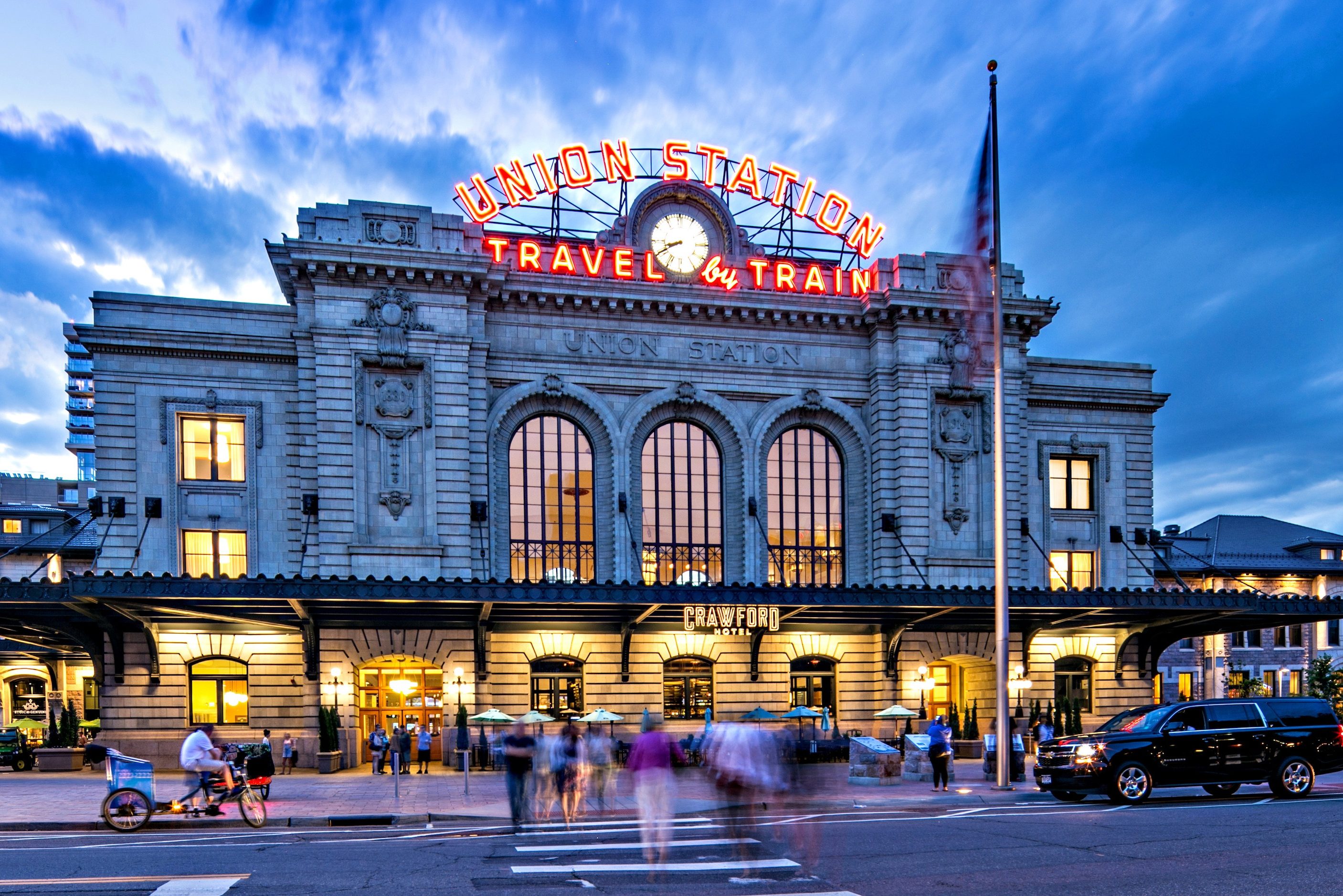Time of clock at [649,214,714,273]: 8:40
